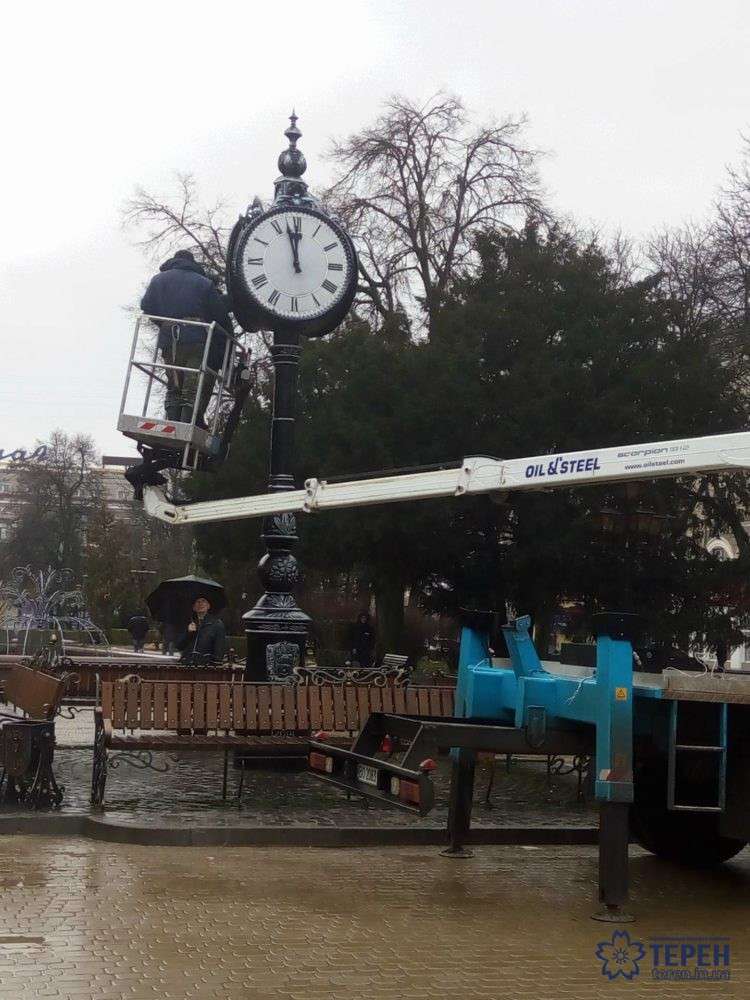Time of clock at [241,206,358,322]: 11:57
